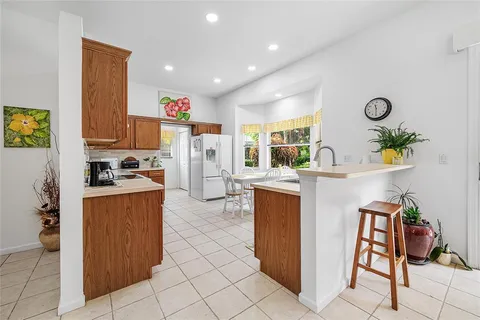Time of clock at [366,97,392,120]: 11:29
